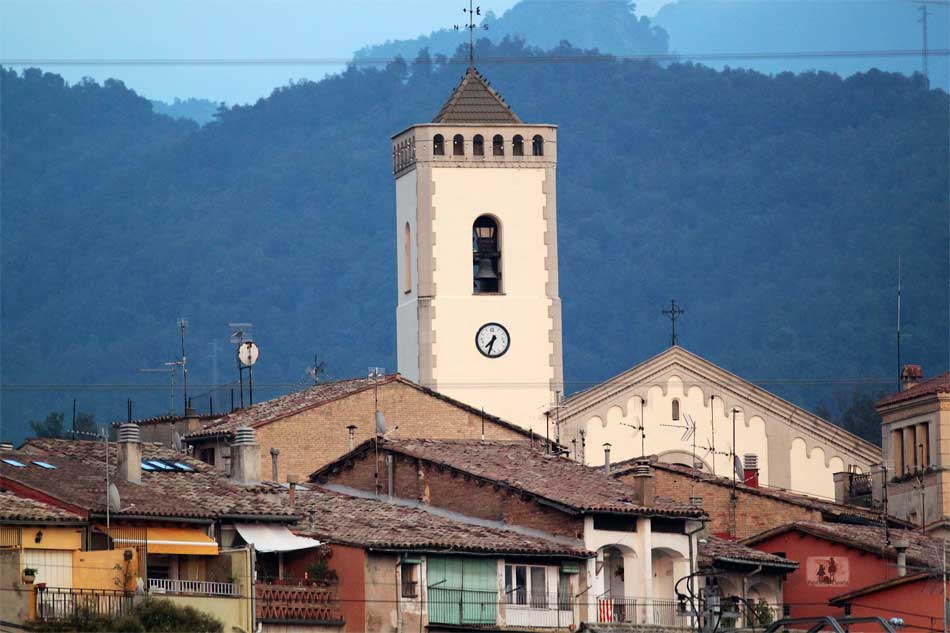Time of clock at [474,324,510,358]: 7:33
